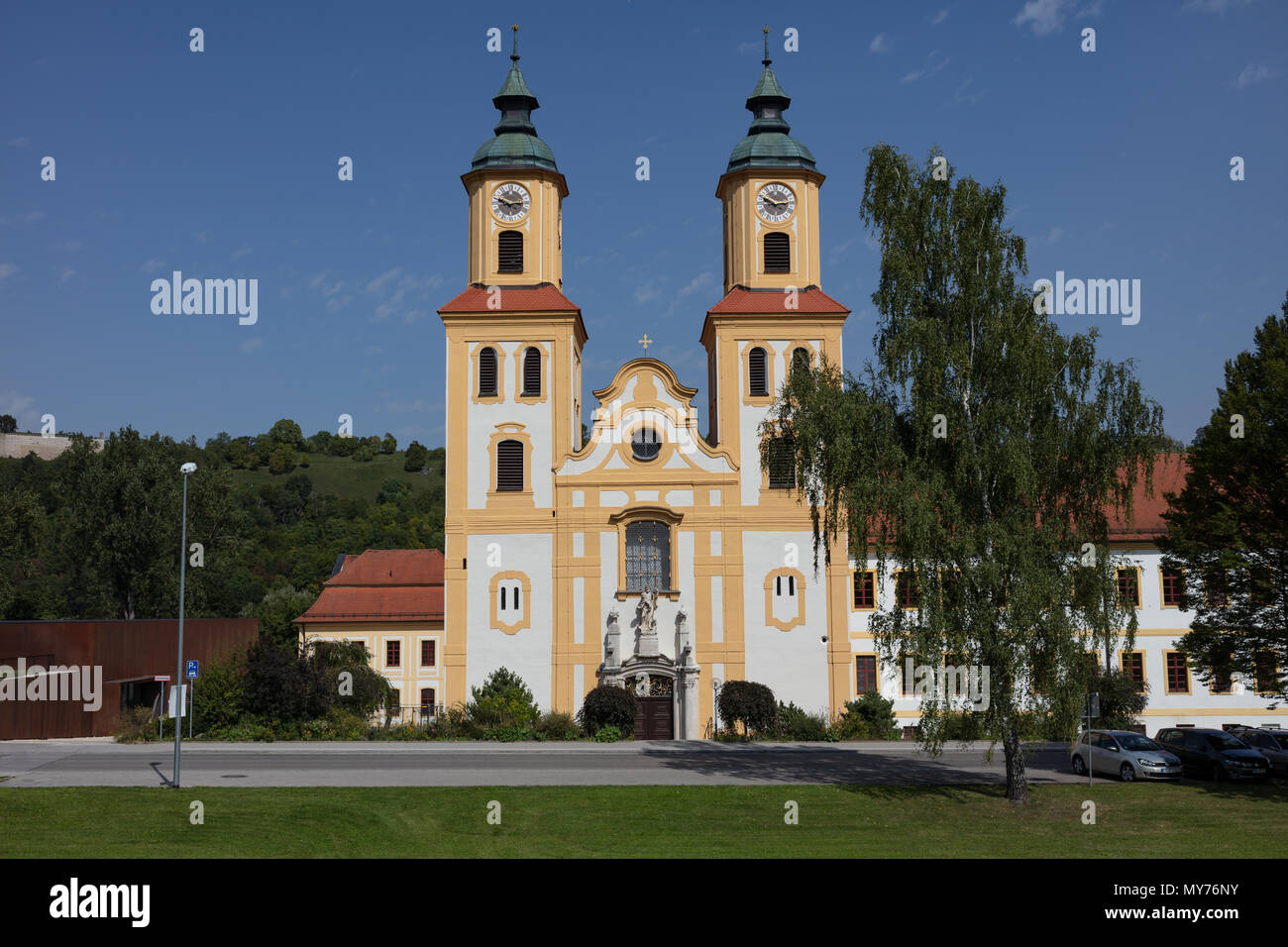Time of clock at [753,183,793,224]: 2:48
